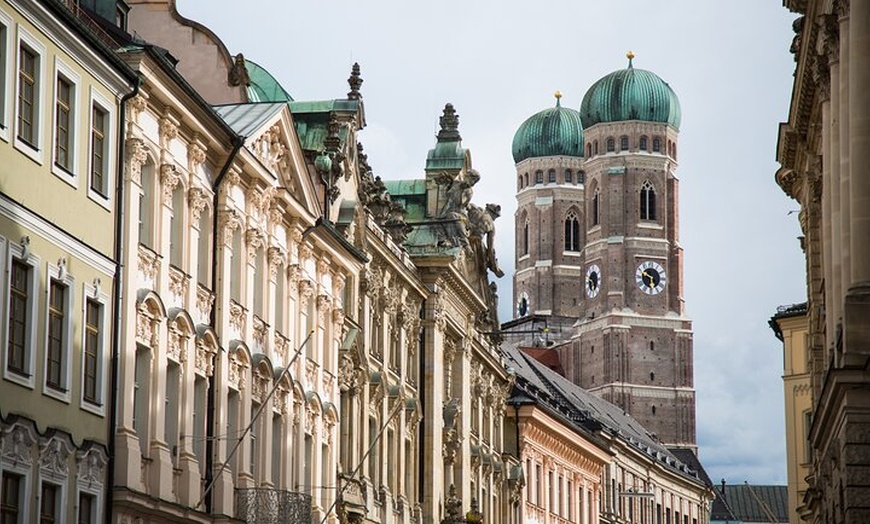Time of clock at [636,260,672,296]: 5:49
